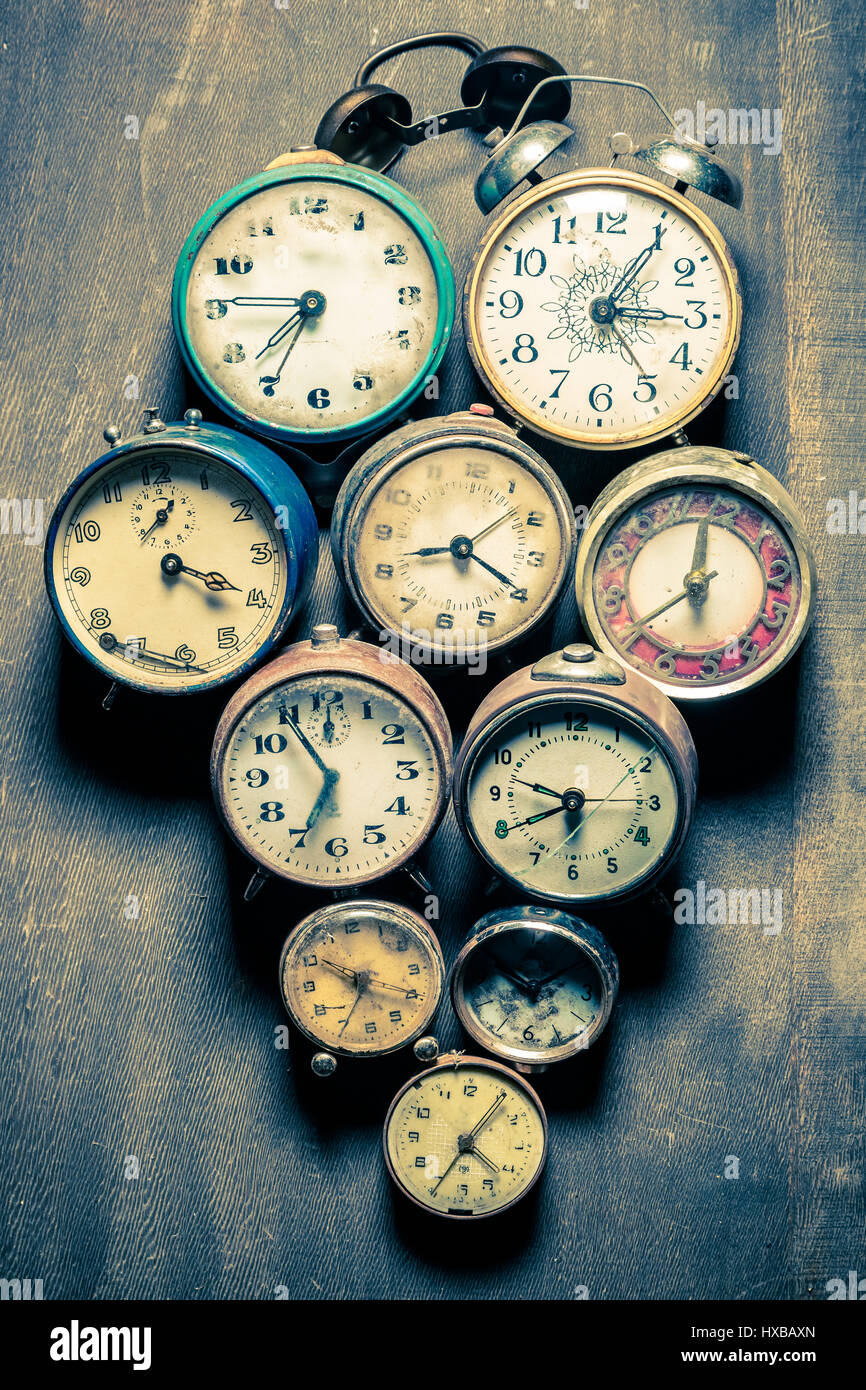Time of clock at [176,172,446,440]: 7:34
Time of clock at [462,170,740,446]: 3:05
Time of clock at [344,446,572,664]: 8:19
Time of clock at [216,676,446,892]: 6:54
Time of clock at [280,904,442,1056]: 6:50
